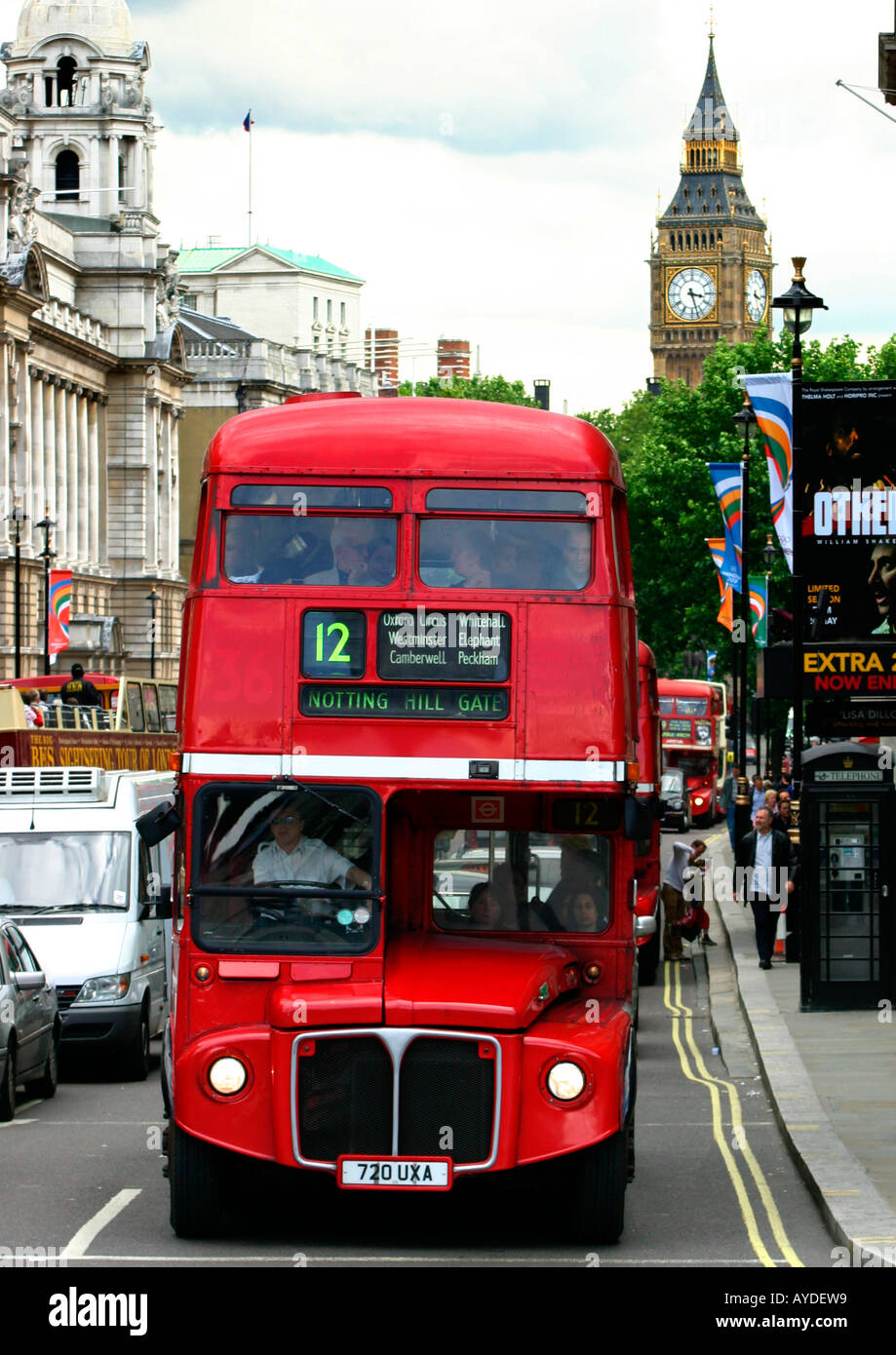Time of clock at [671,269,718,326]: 3:27
